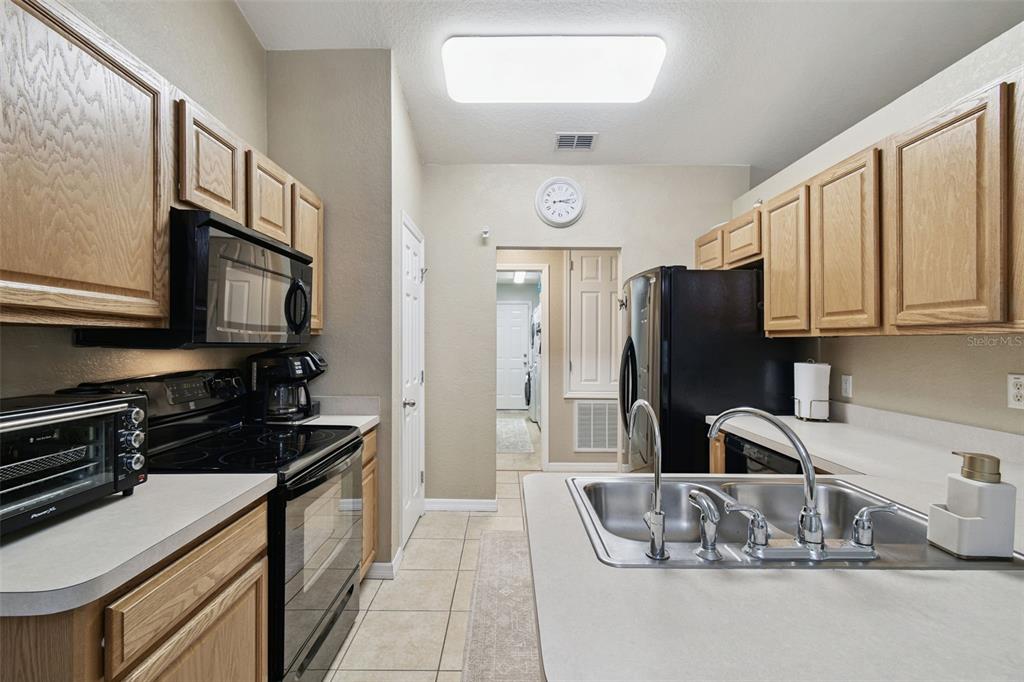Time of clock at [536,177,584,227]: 3:13
